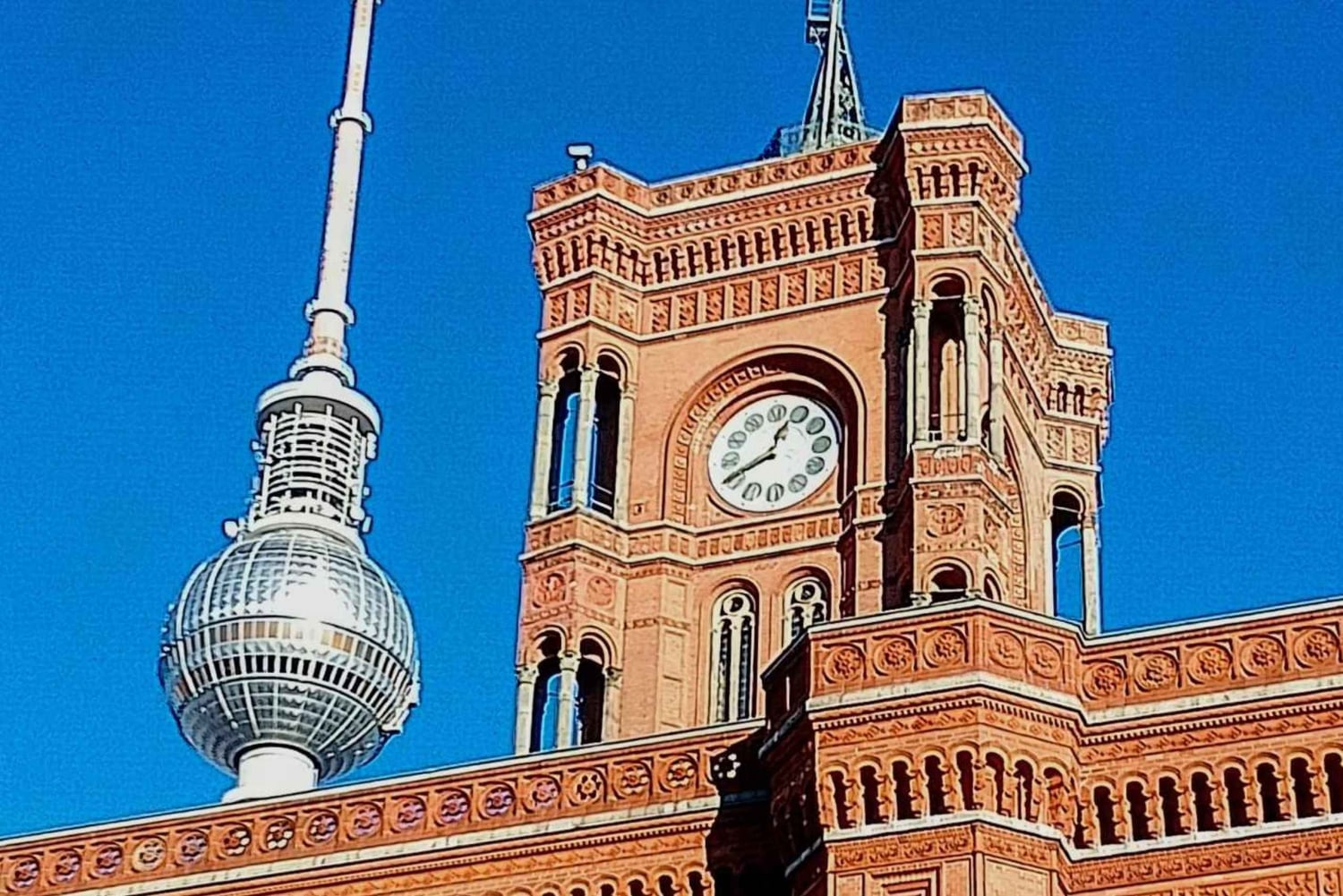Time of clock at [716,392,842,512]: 12:40
